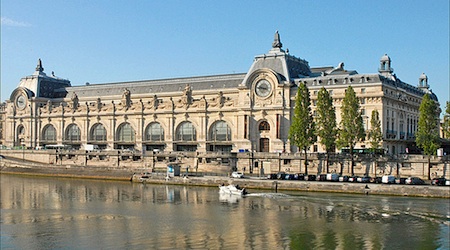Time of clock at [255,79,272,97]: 9:45
